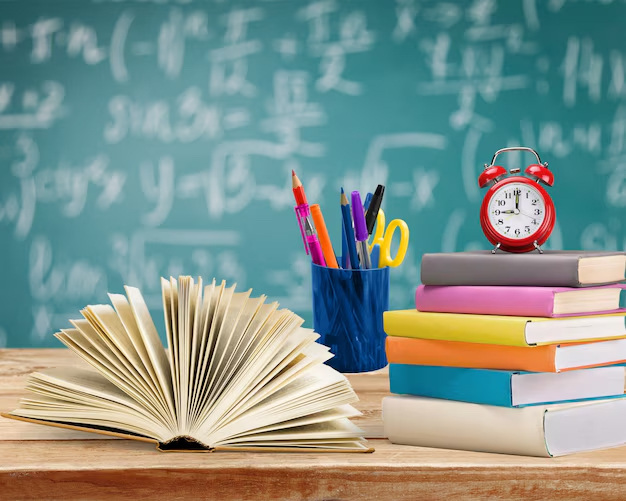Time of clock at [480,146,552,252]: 9:00
